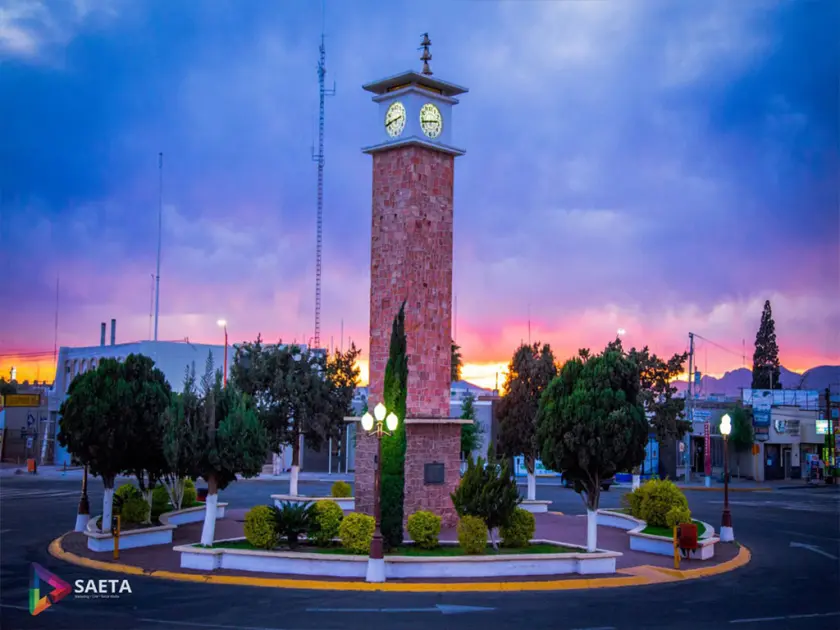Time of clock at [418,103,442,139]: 2:43
